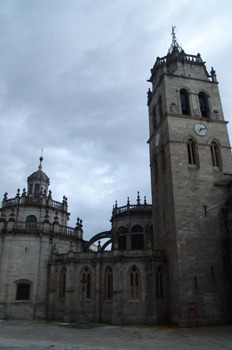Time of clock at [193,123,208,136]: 7:12
